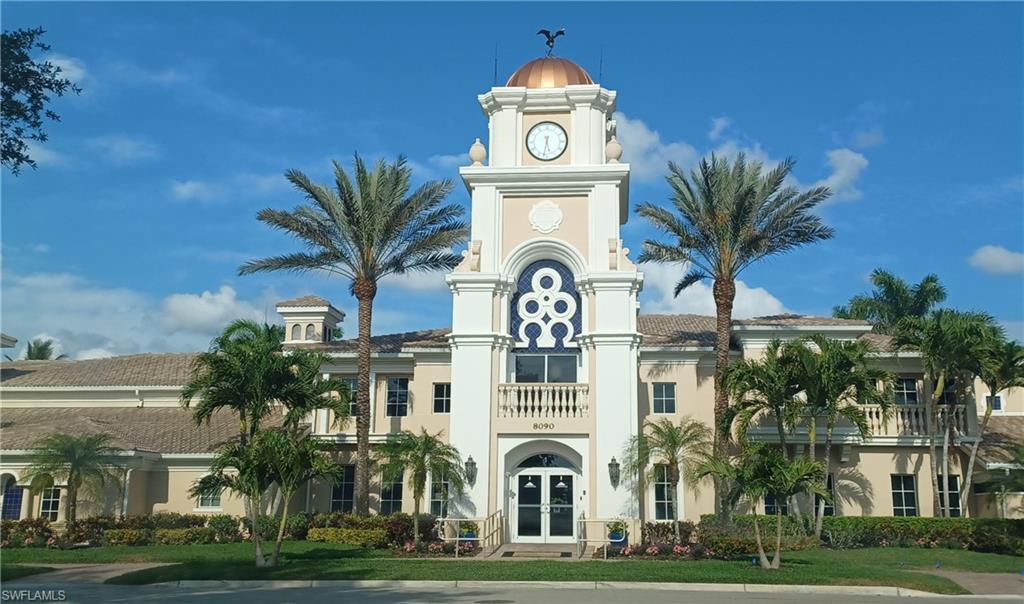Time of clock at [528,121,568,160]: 5:31
